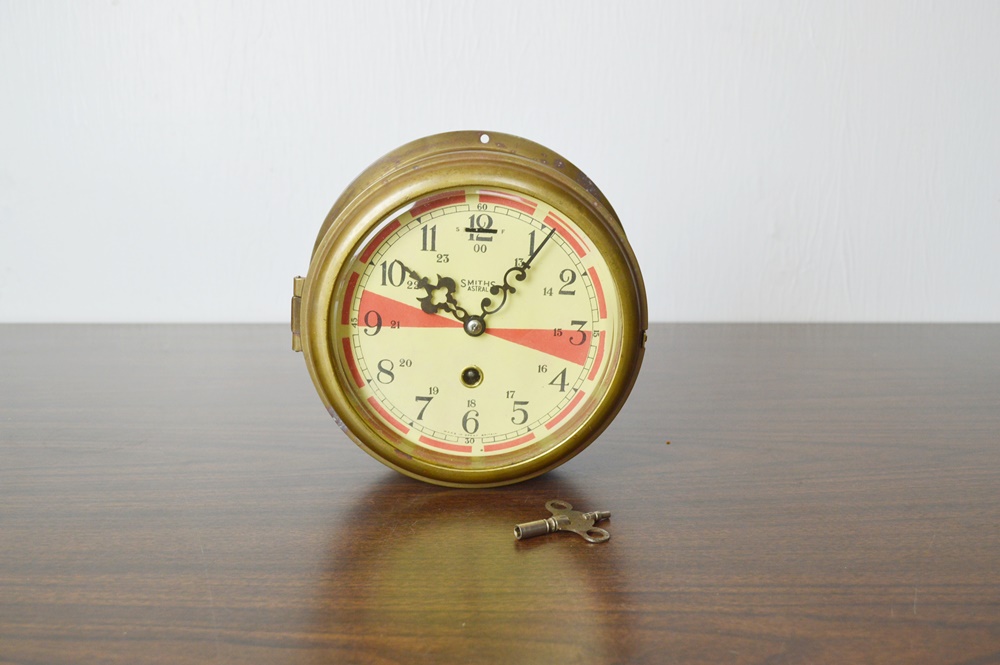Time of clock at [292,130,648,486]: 10:06
